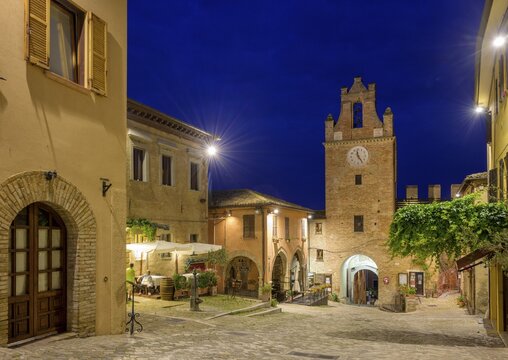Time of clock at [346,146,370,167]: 11:24
